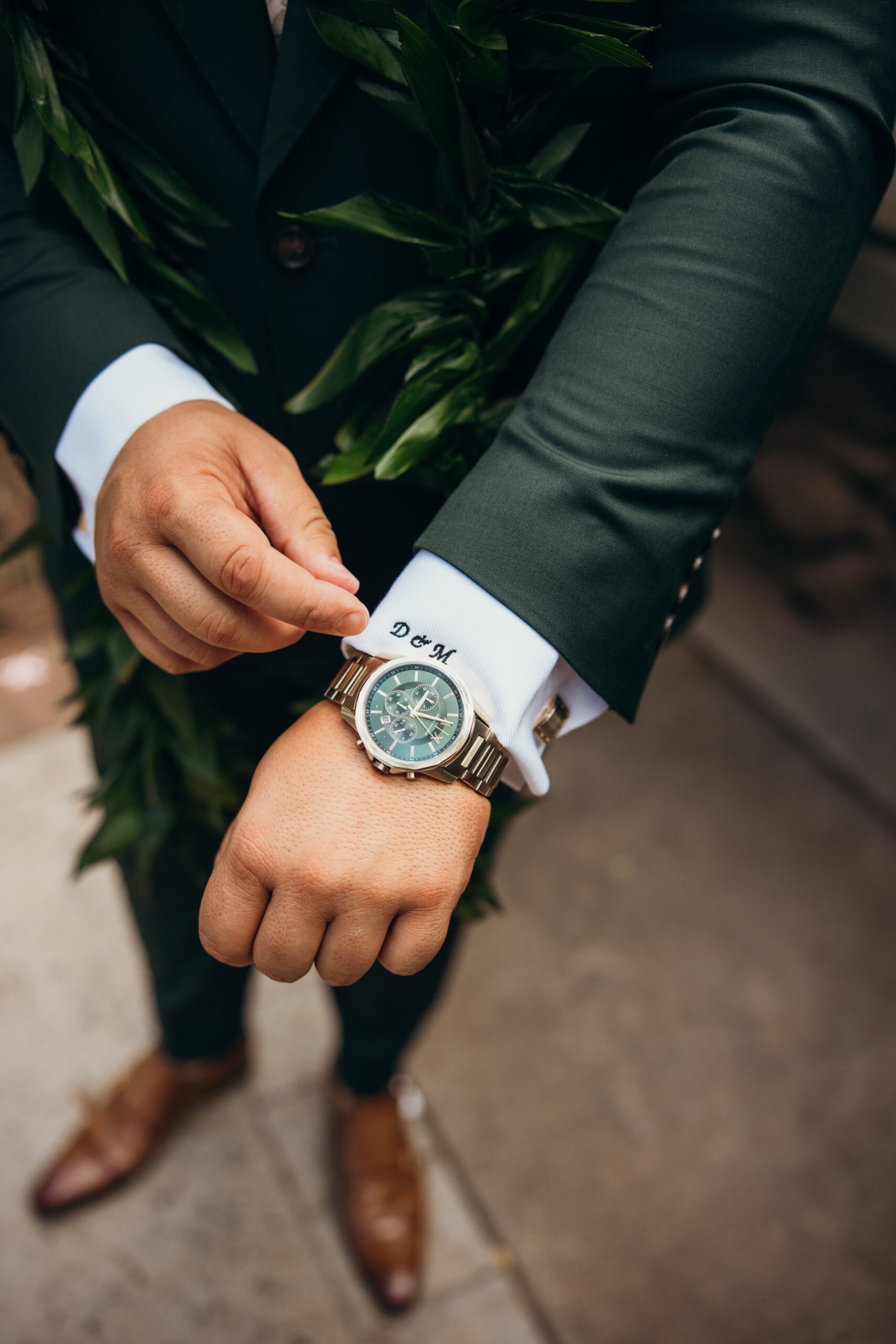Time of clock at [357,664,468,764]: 1:17
